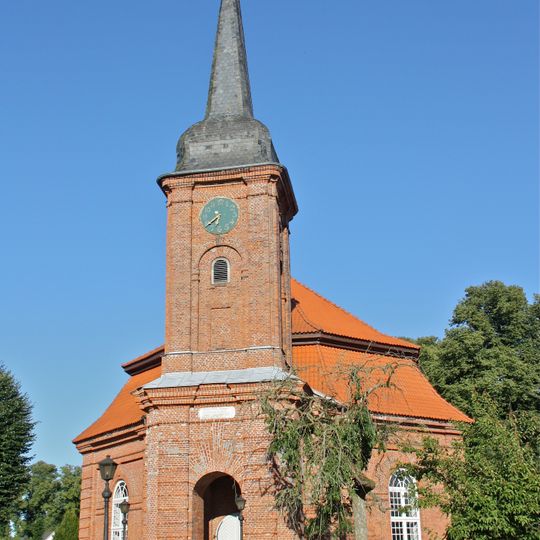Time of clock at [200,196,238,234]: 7:38
